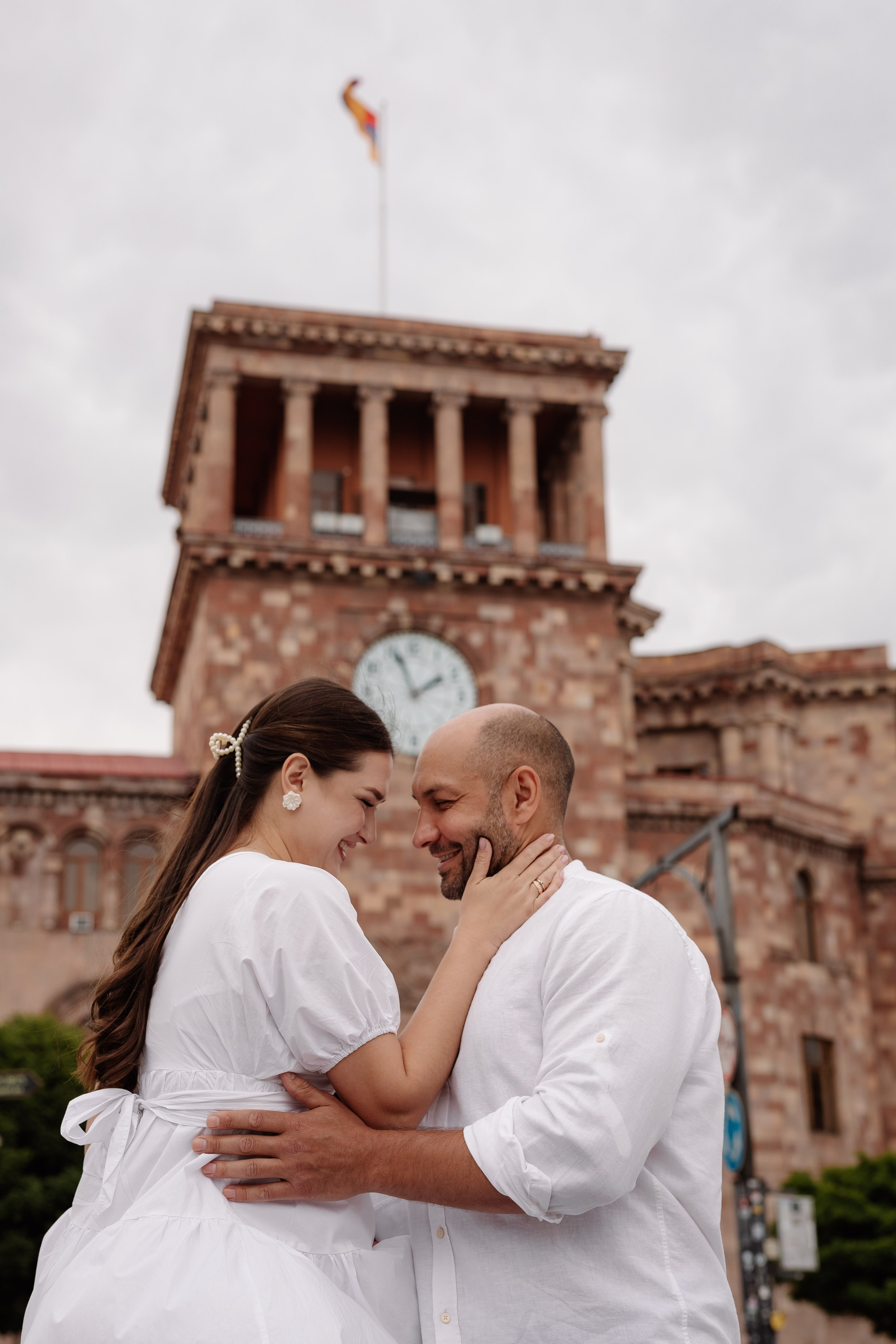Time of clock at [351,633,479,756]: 1:56
